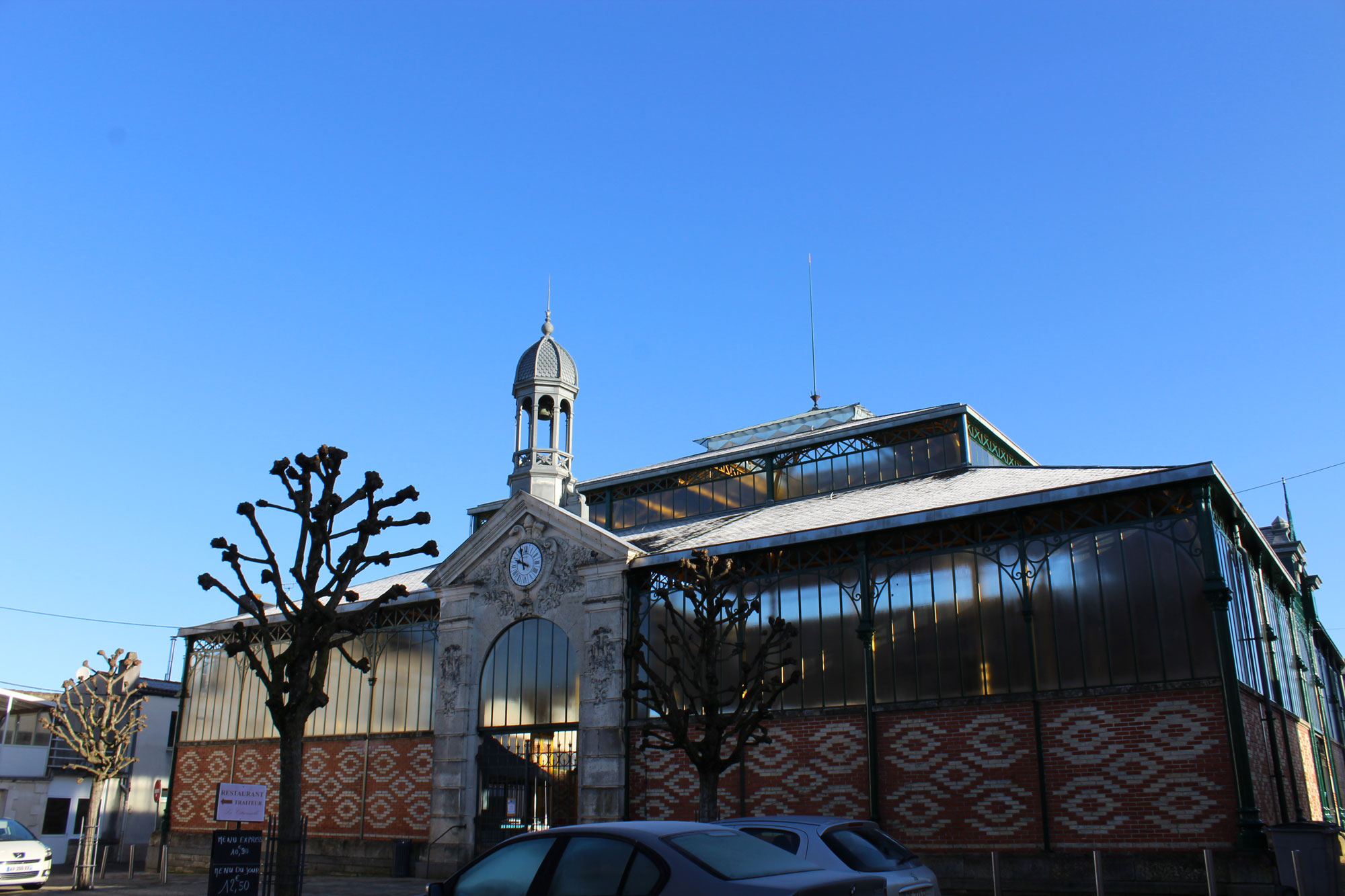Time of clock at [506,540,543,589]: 9:57
